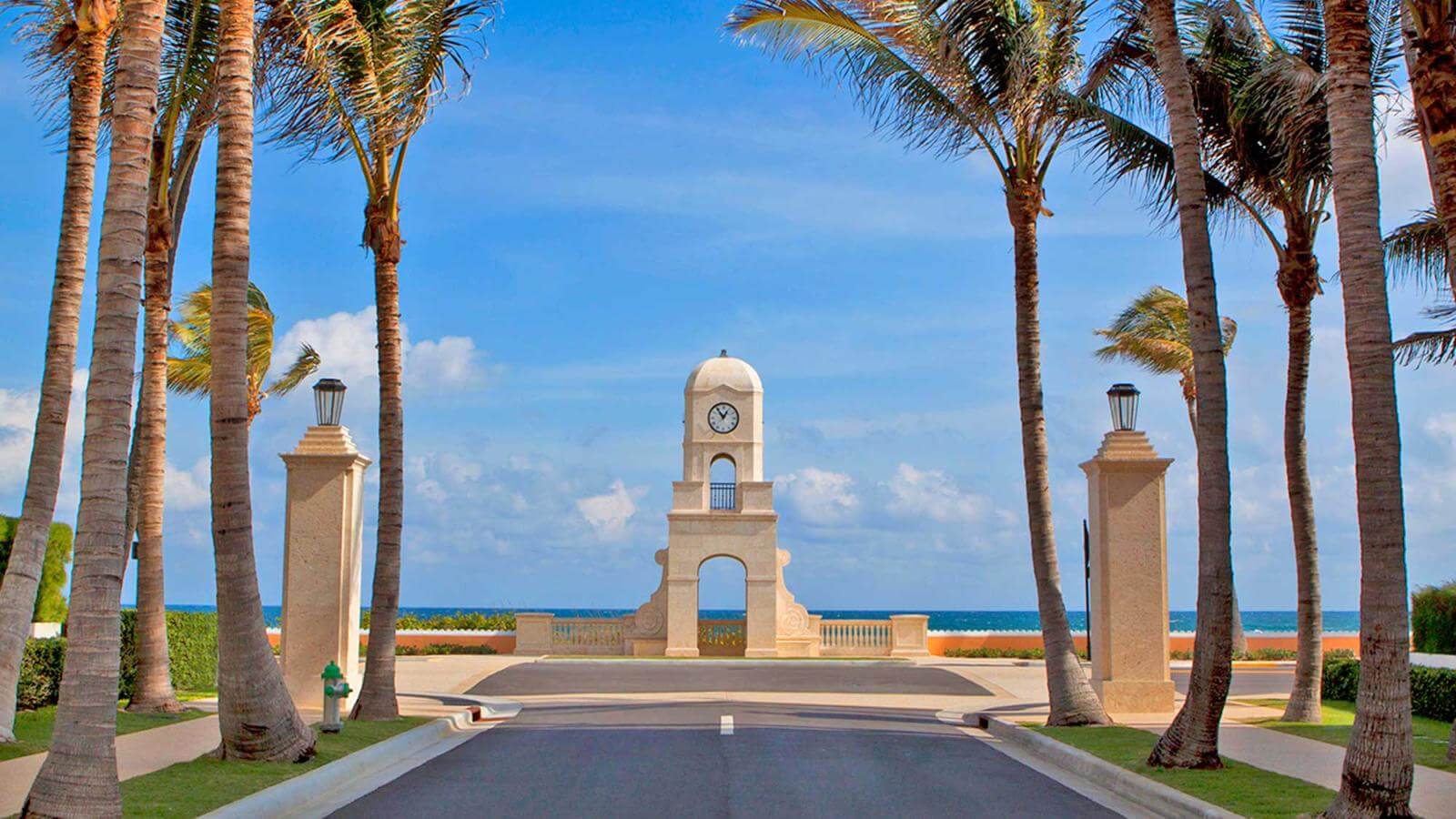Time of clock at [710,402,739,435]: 12:54
